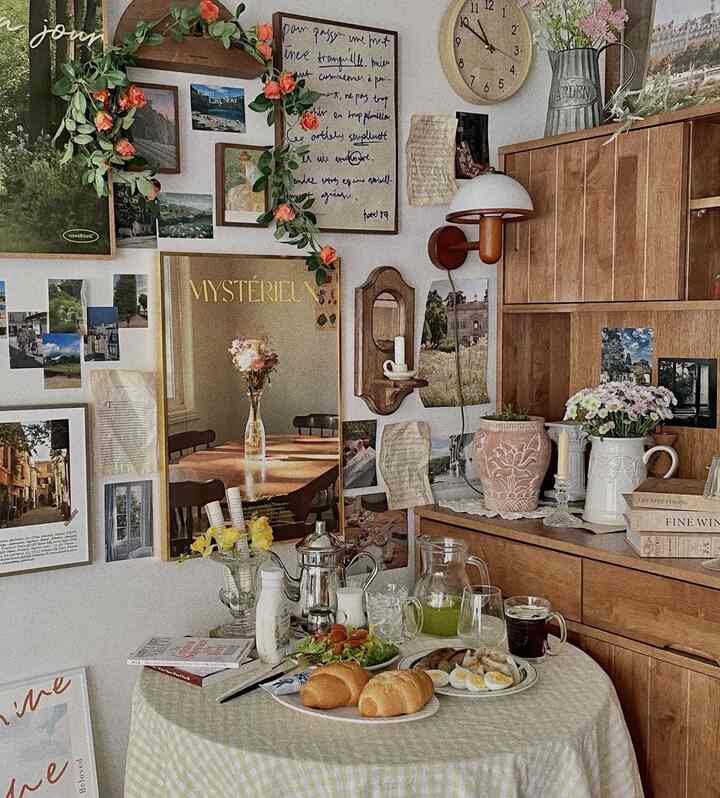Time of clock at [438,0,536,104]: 10:49
